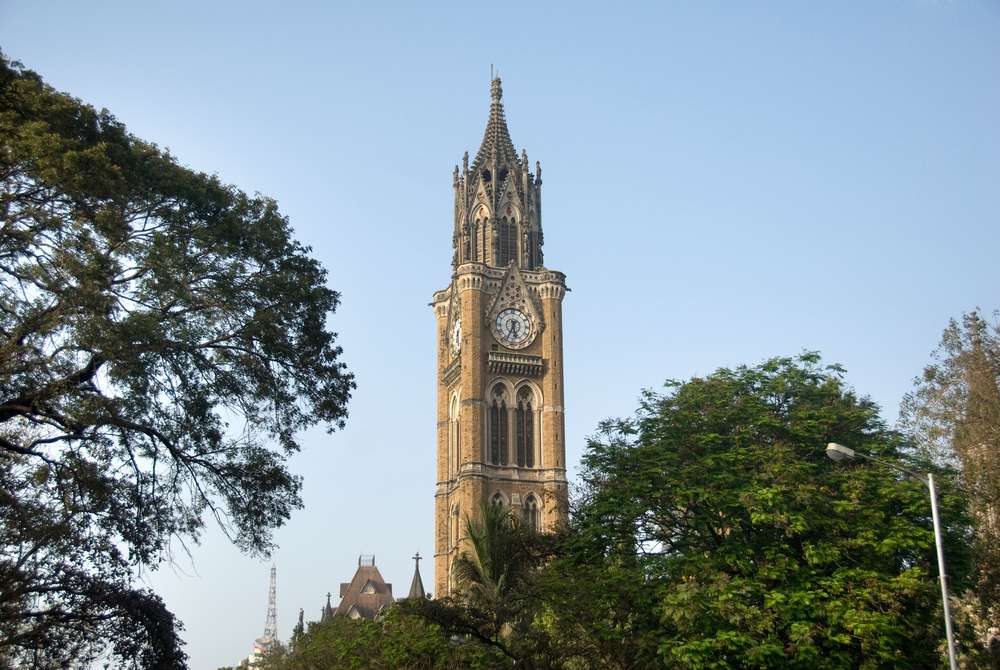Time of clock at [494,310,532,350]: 5:34
